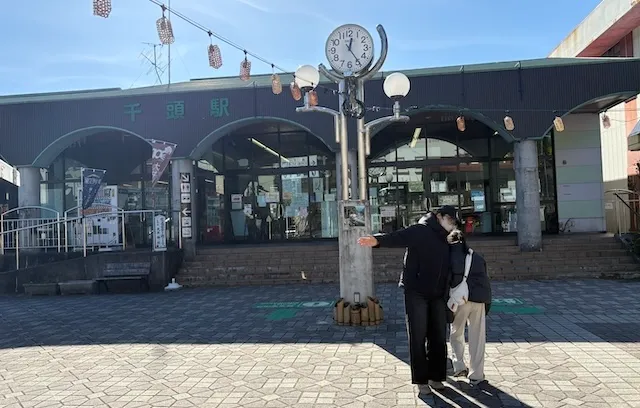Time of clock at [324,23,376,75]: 12:24
